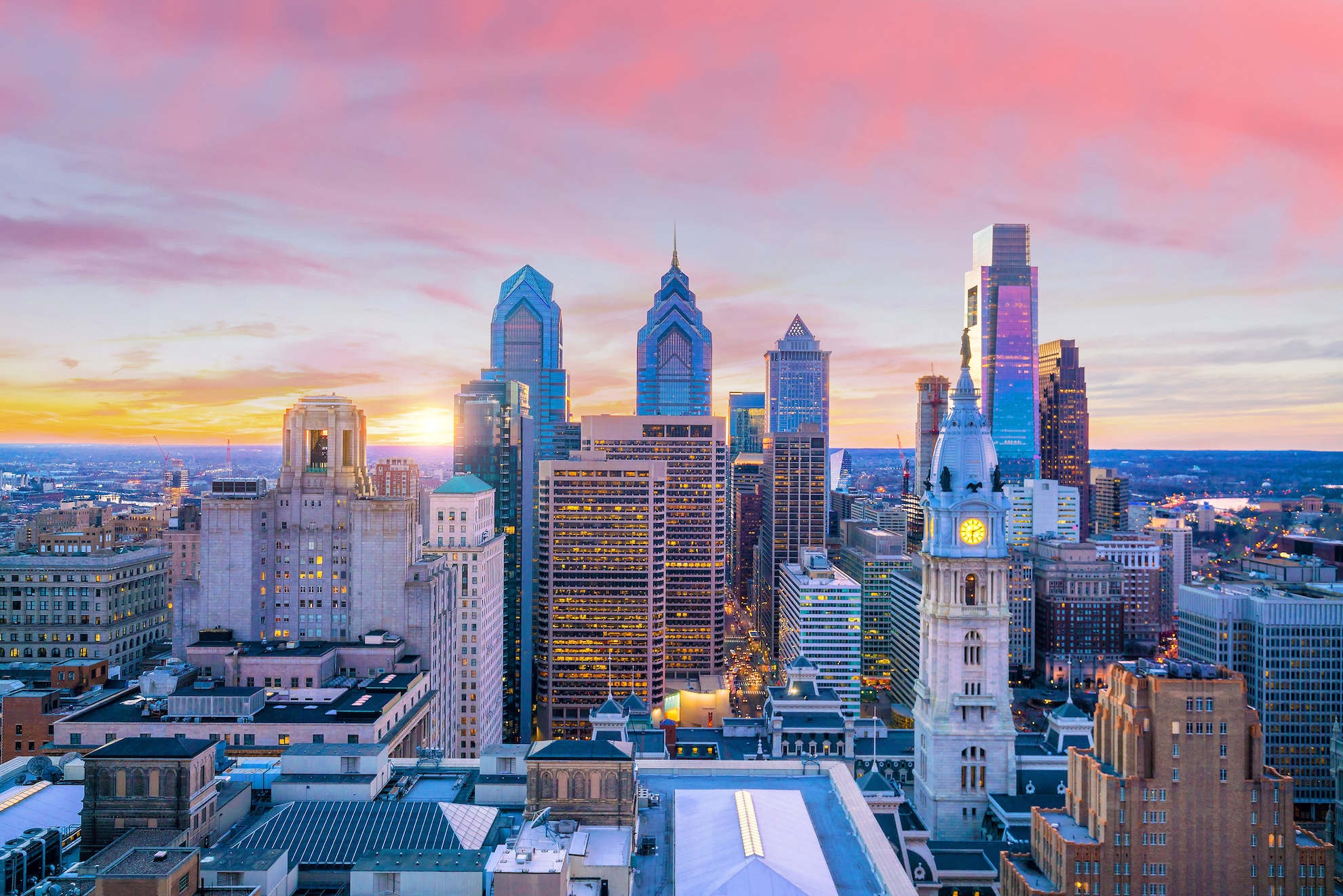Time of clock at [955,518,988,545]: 6:10
